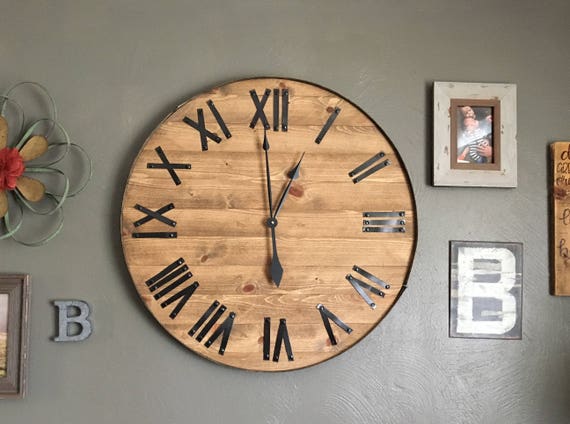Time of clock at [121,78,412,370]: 12:59
